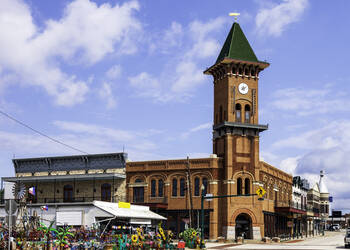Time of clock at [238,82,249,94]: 8:09
